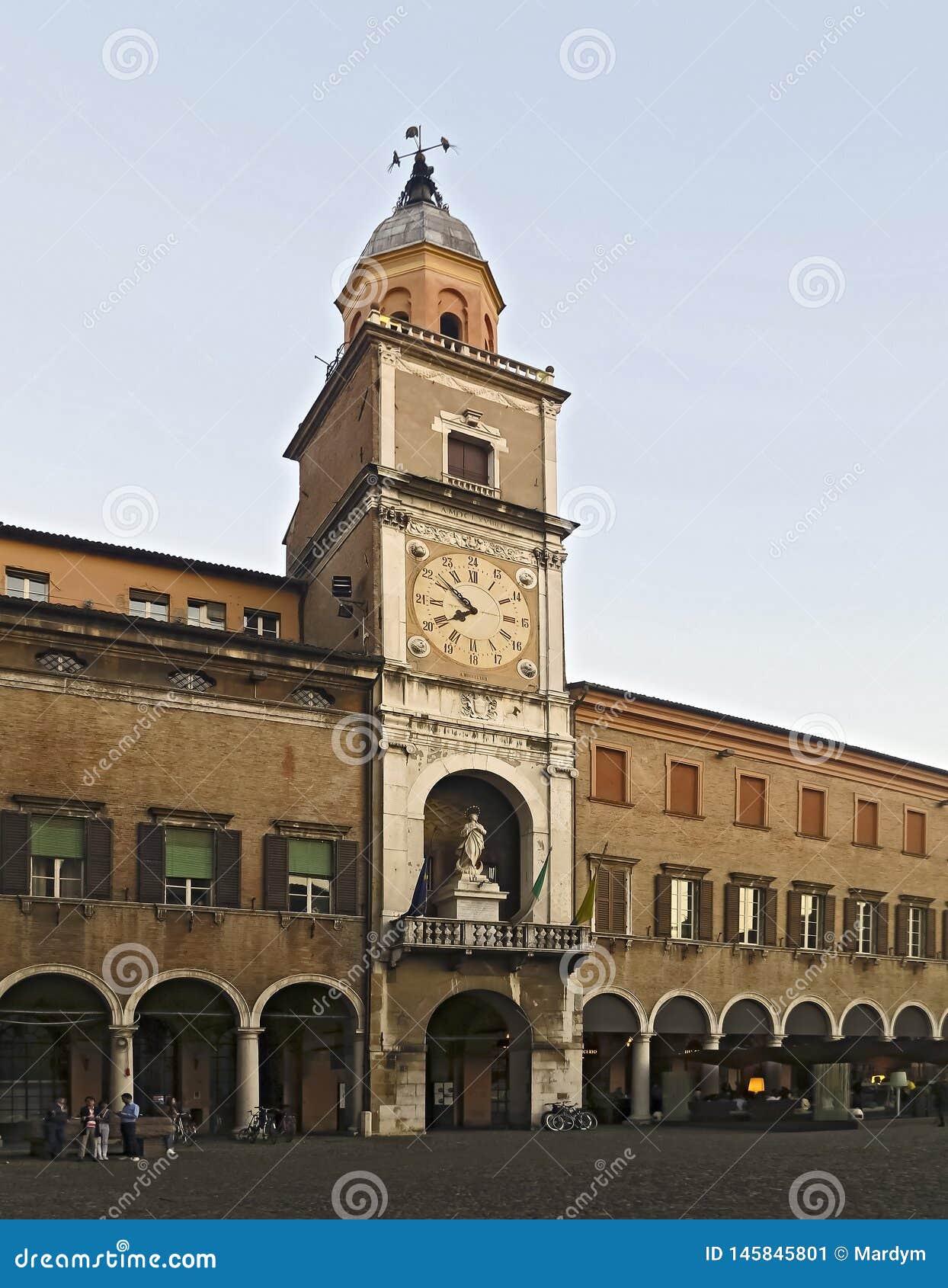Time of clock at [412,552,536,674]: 7:51
